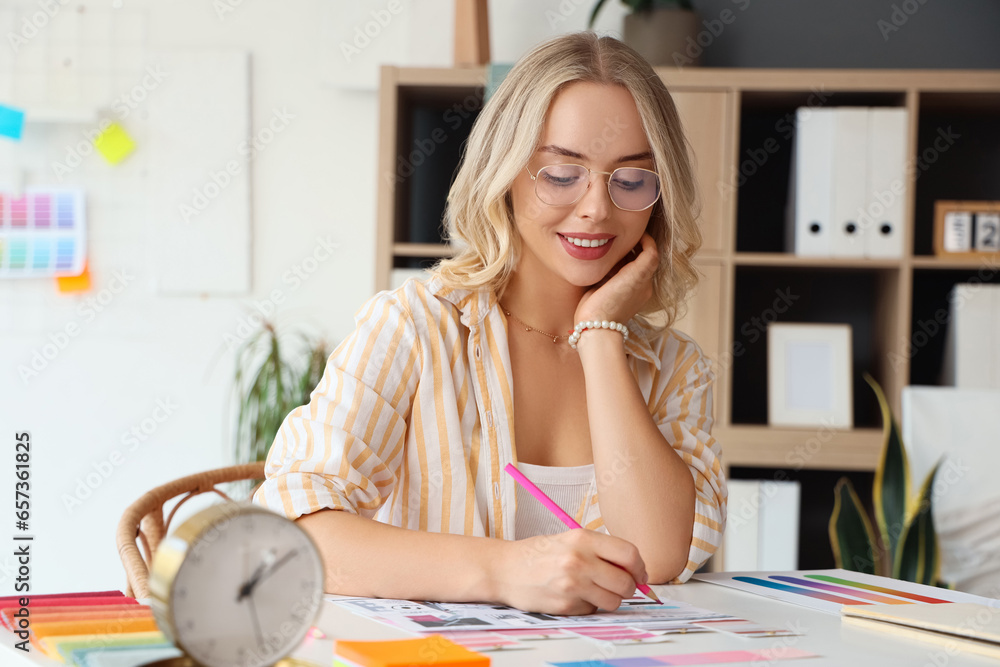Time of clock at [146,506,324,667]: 1:09
